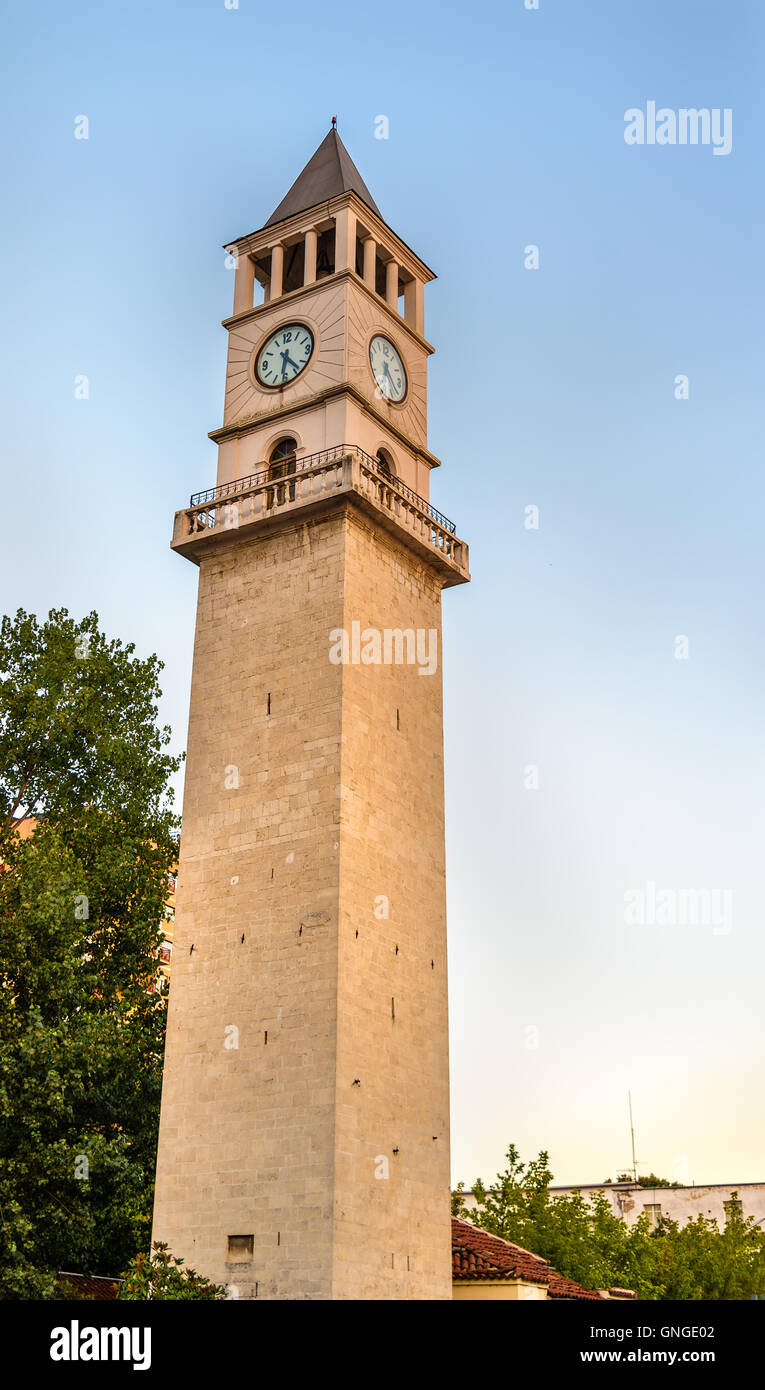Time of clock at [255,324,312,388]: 6:23
